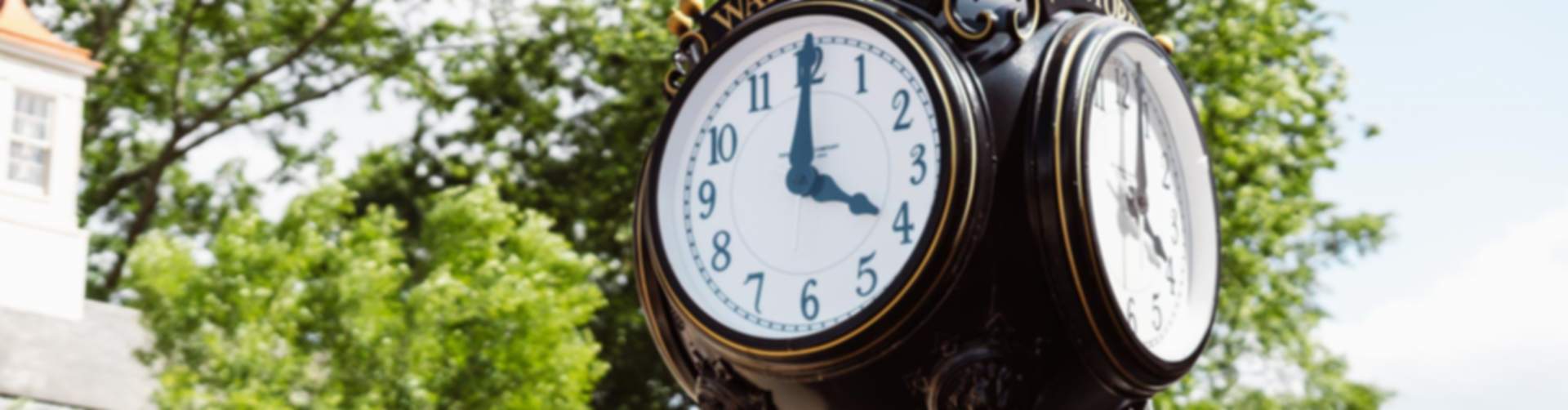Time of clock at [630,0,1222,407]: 4:00
